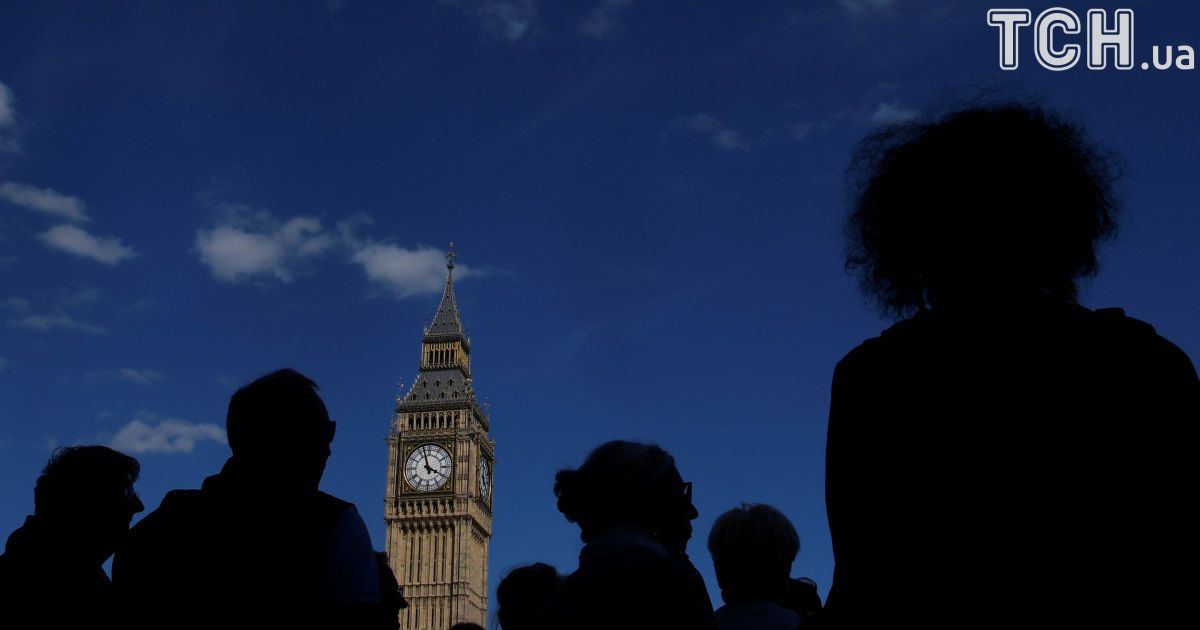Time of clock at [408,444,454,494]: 3:57
